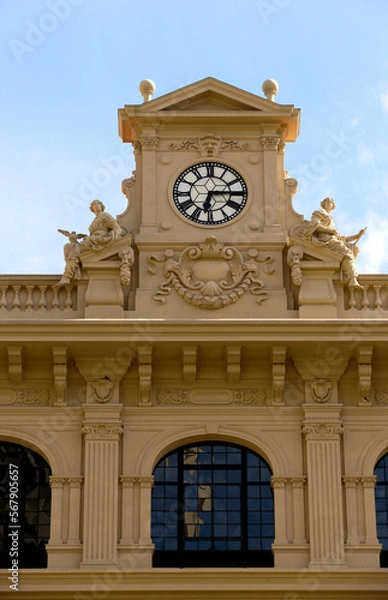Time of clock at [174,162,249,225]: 6:14
